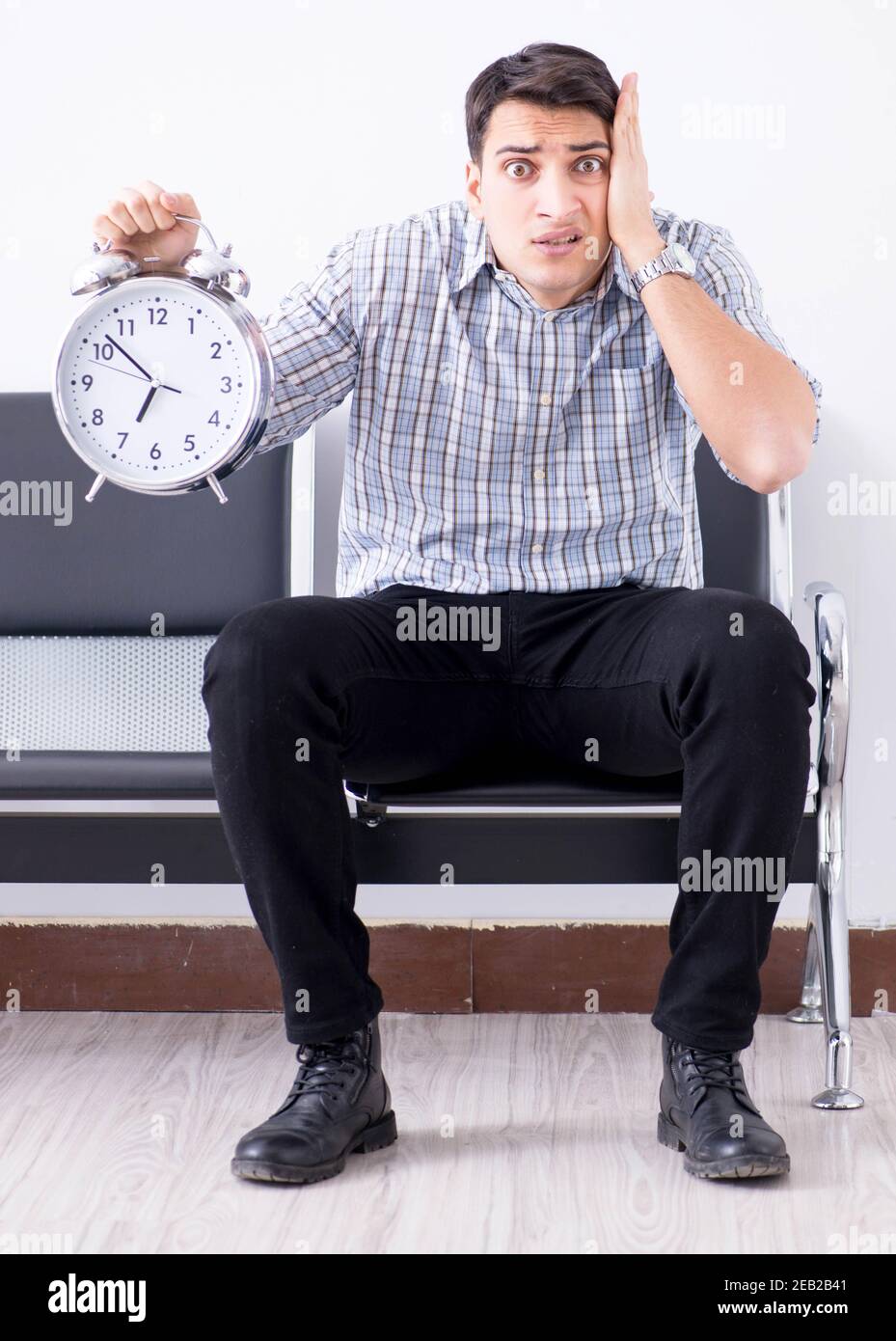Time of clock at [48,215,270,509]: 6:52
